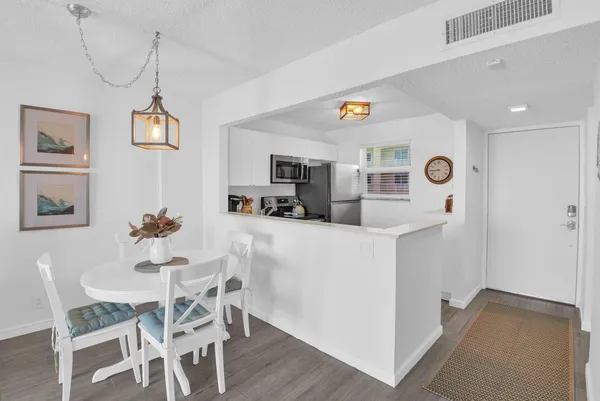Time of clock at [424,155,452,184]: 8:44
